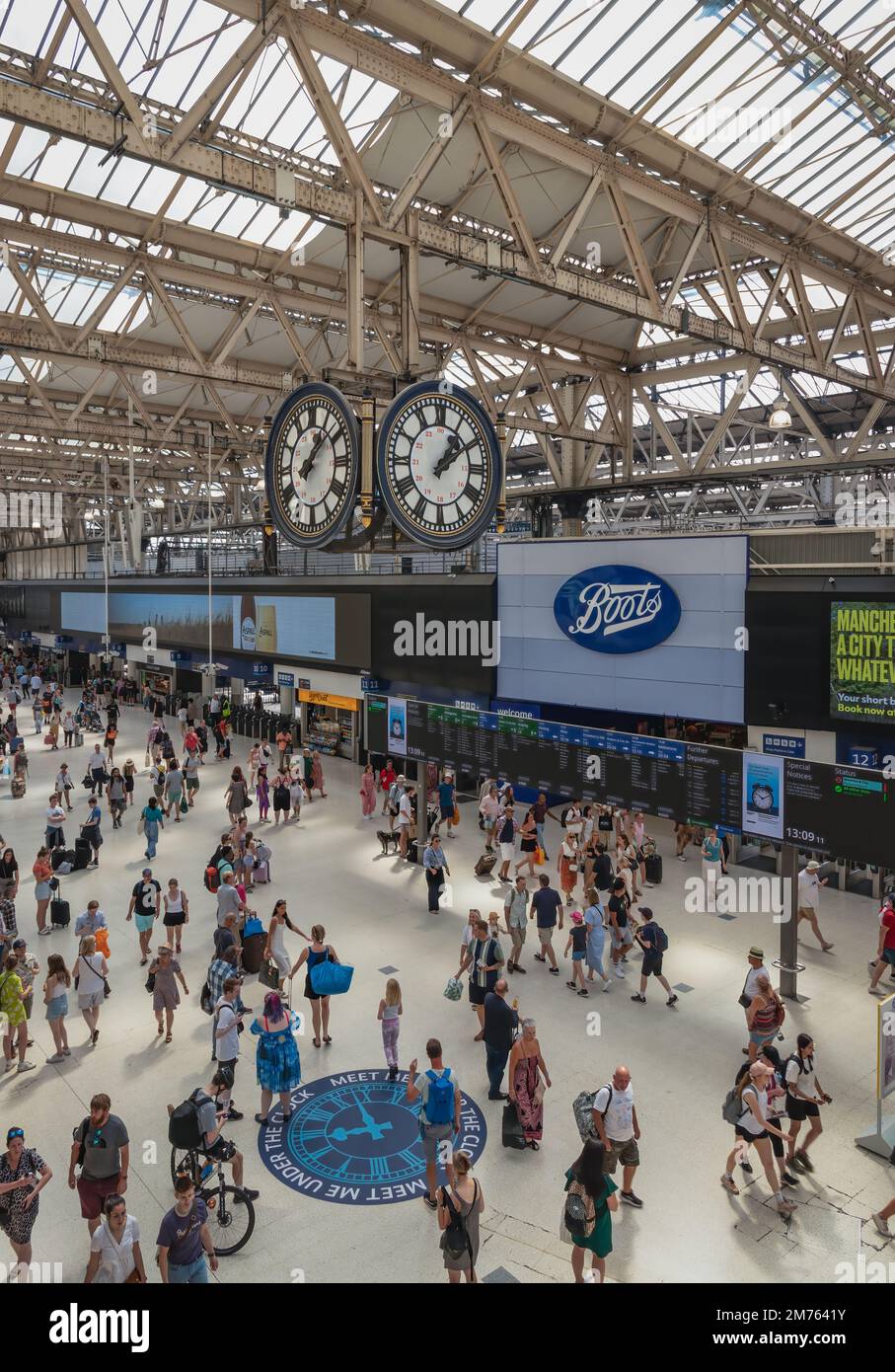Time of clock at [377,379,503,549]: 1:09
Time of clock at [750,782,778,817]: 10:10
